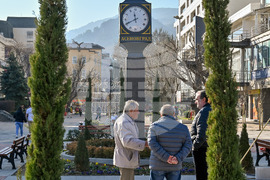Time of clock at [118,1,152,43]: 11:40
